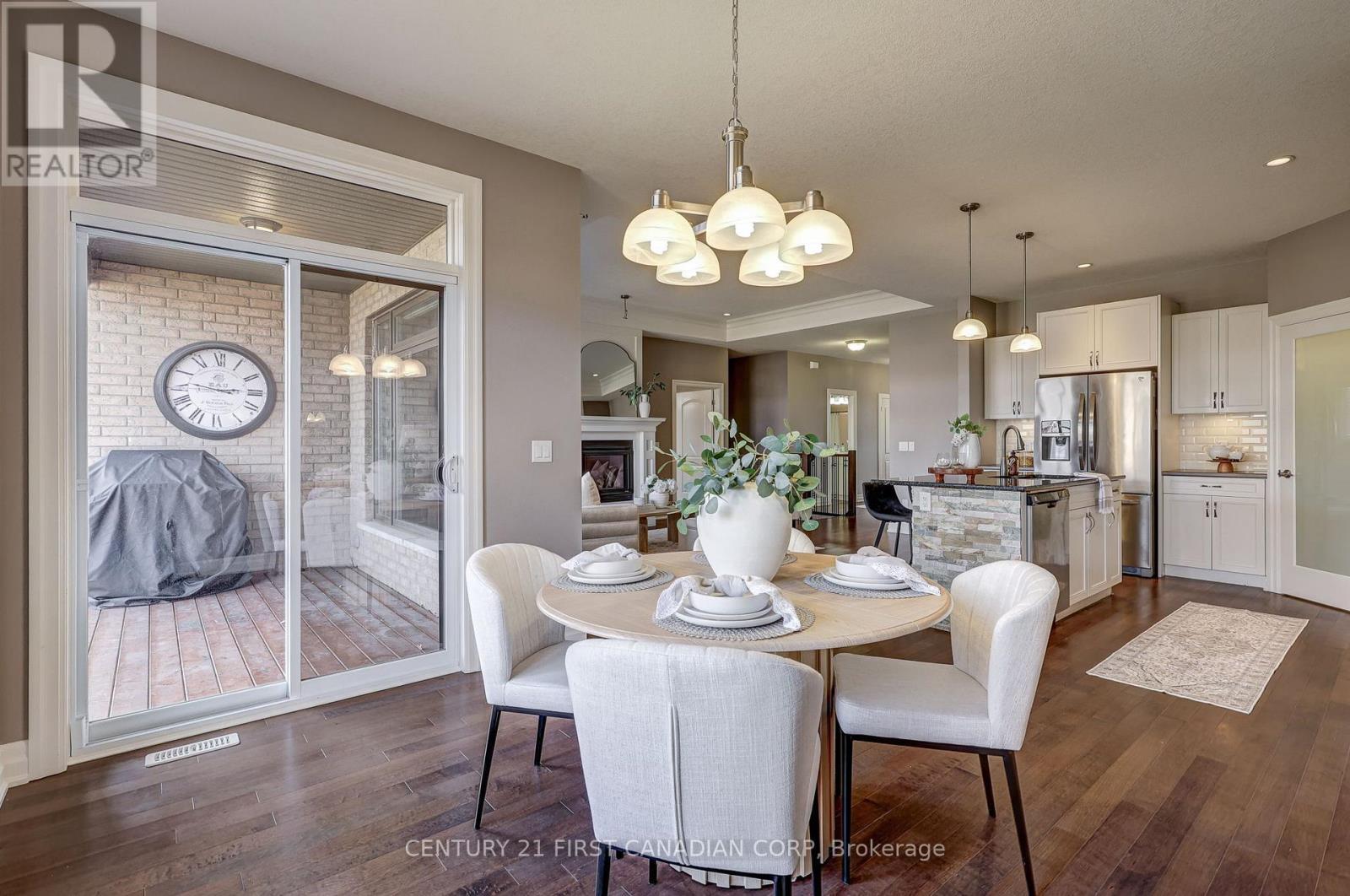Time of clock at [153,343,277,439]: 2:46
